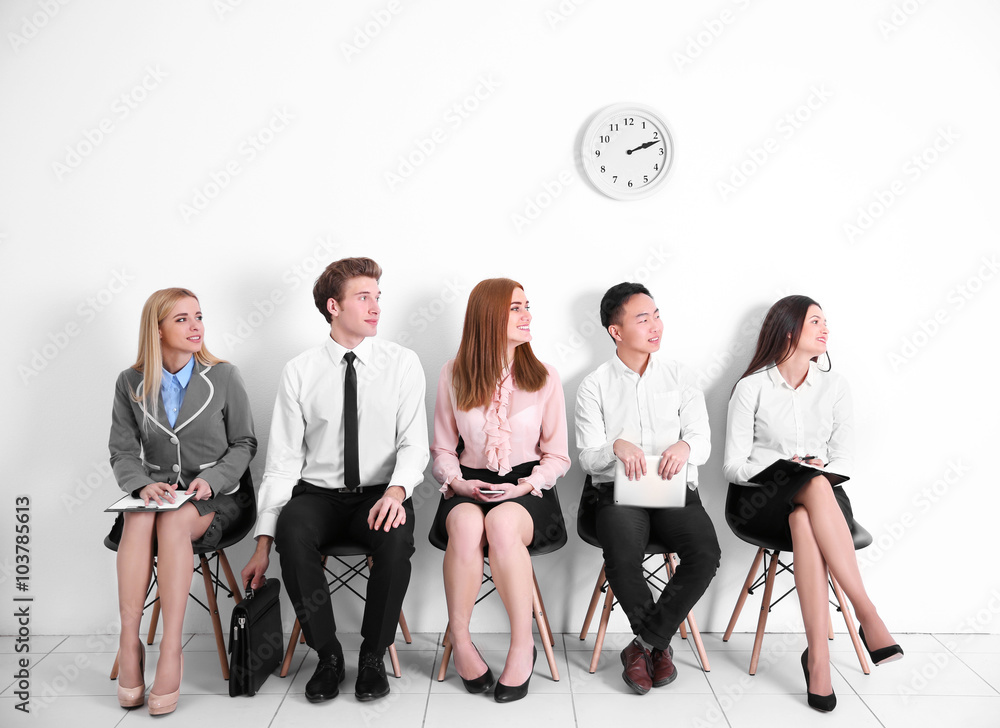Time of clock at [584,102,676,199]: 2:11
